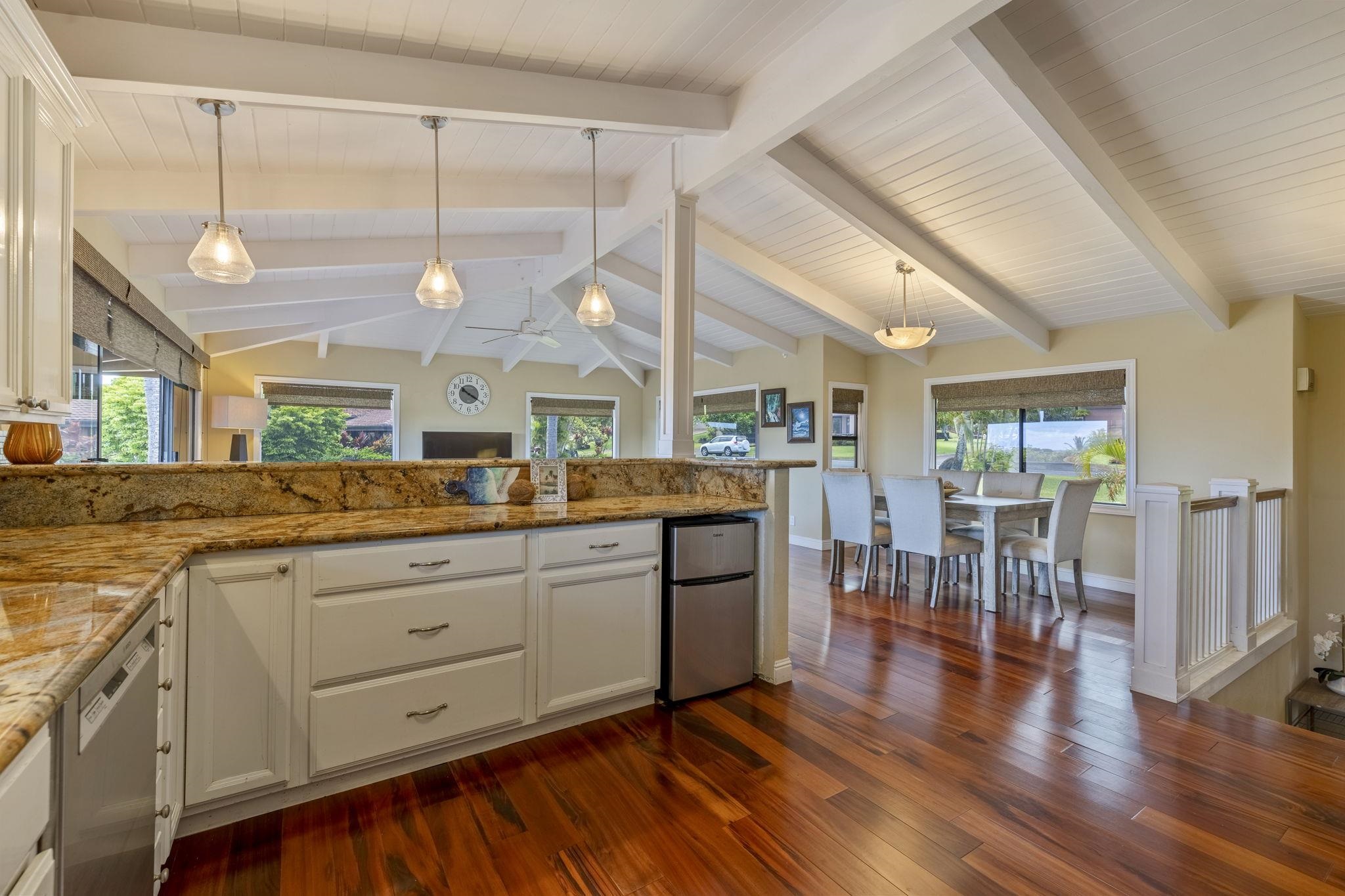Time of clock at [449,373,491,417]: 10:20
